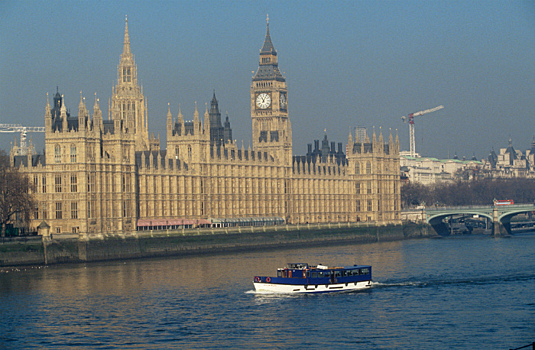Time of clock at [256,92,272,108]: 11:05
